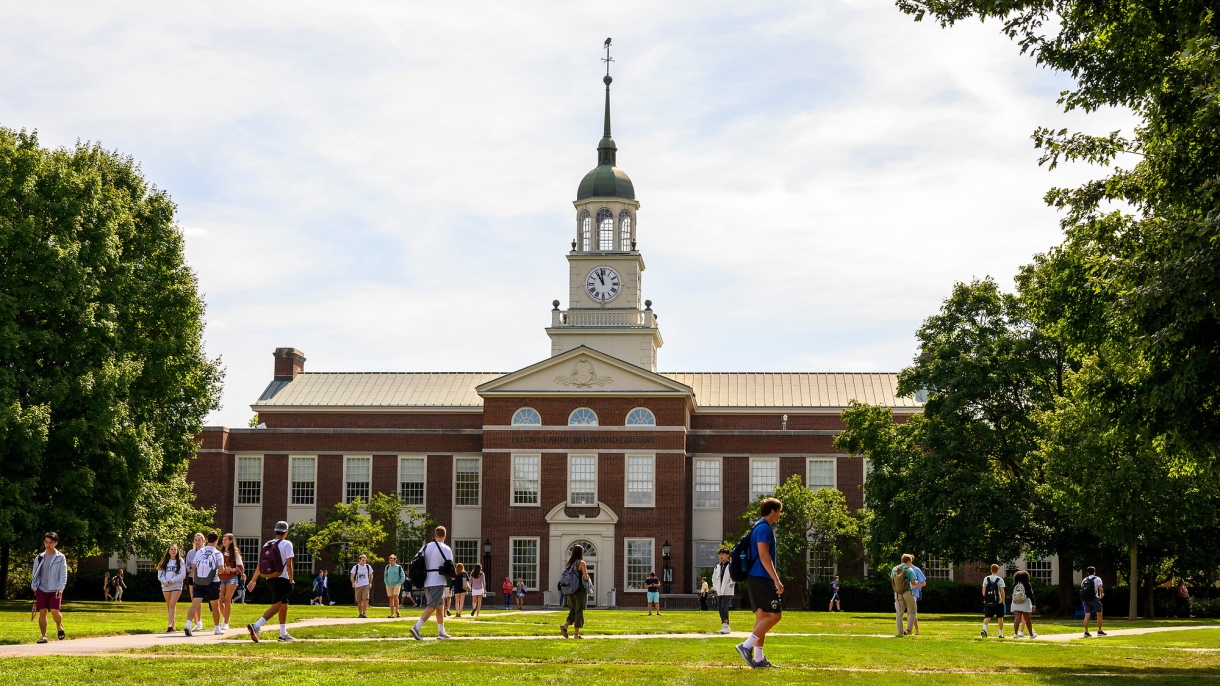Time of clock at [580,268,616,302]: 10:58
